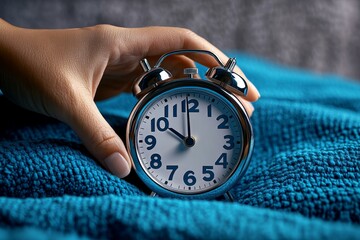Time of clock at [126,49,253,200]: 9:59
